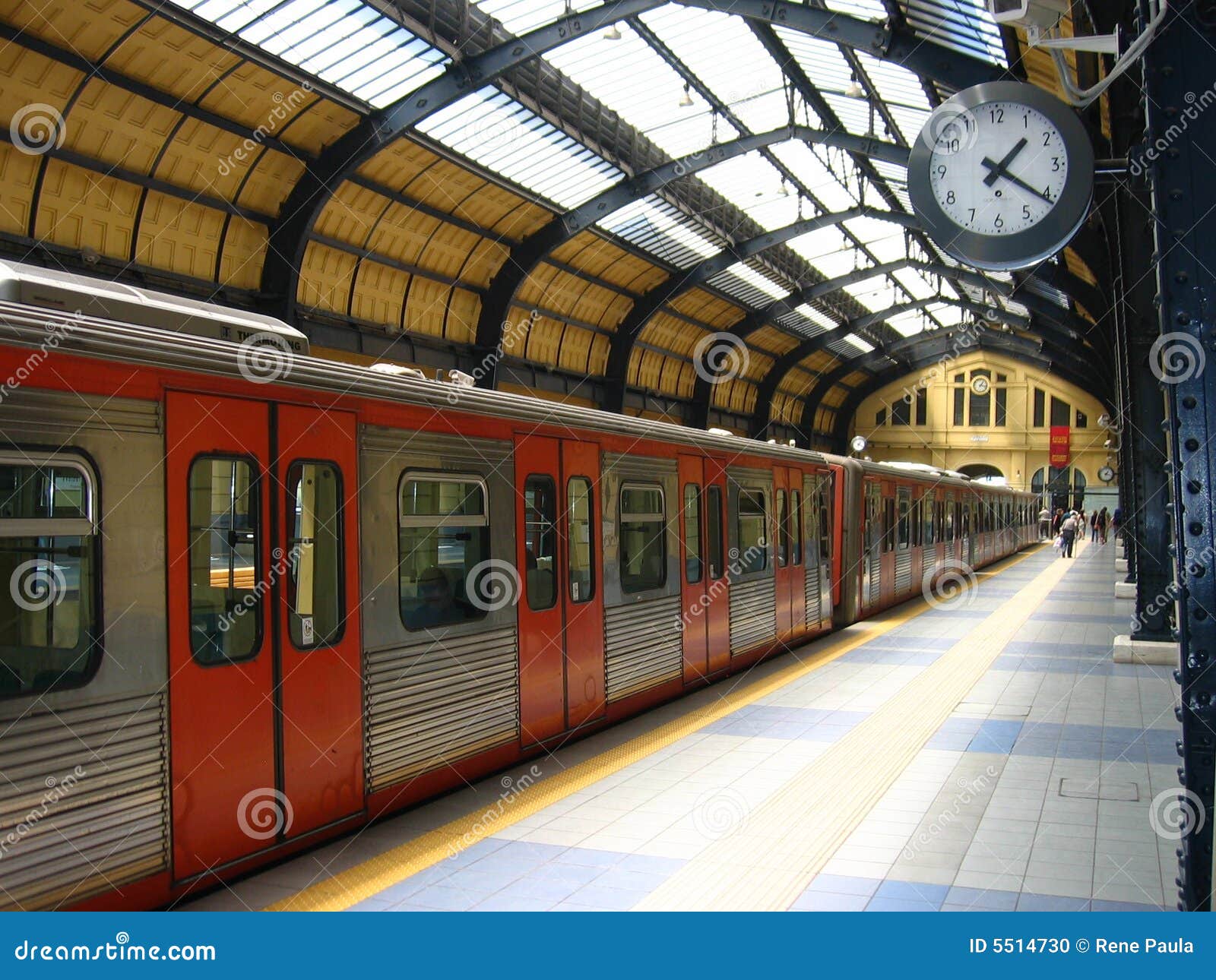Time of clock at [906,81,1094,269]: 1:20
